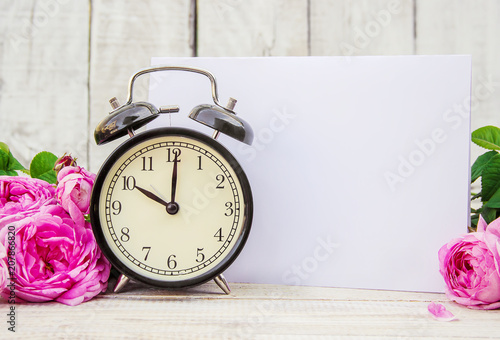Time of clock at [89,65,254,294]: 10:00
